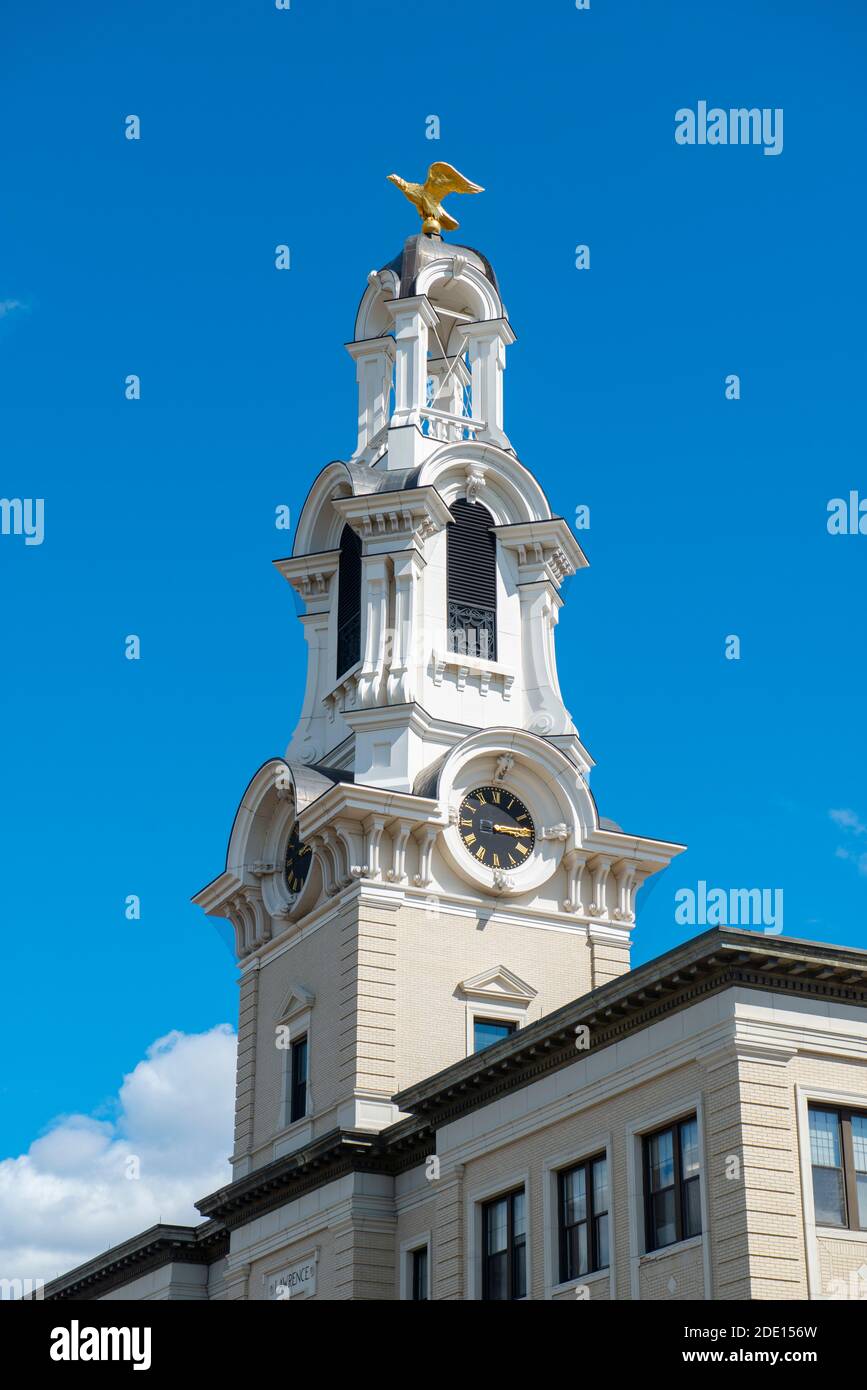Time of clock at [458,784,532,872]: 3:14
